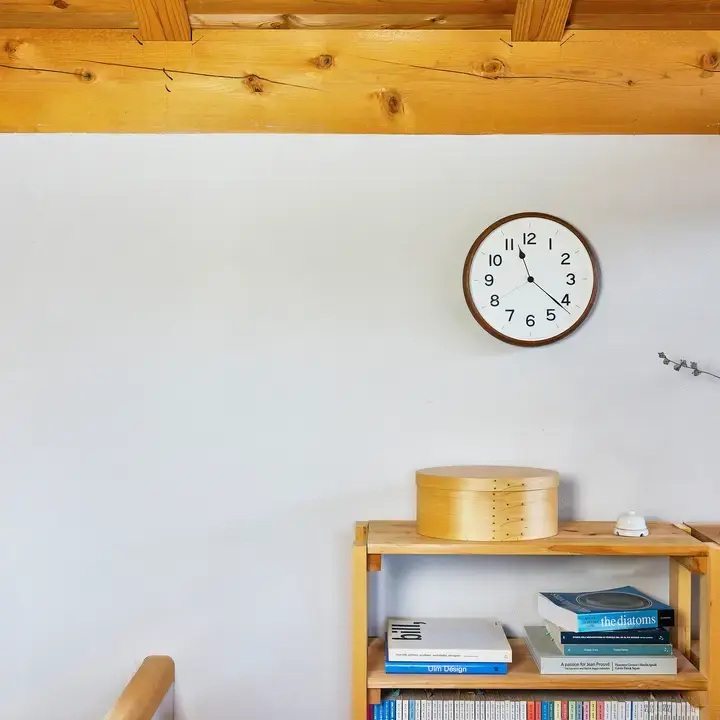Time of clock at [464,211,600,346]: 11:21
